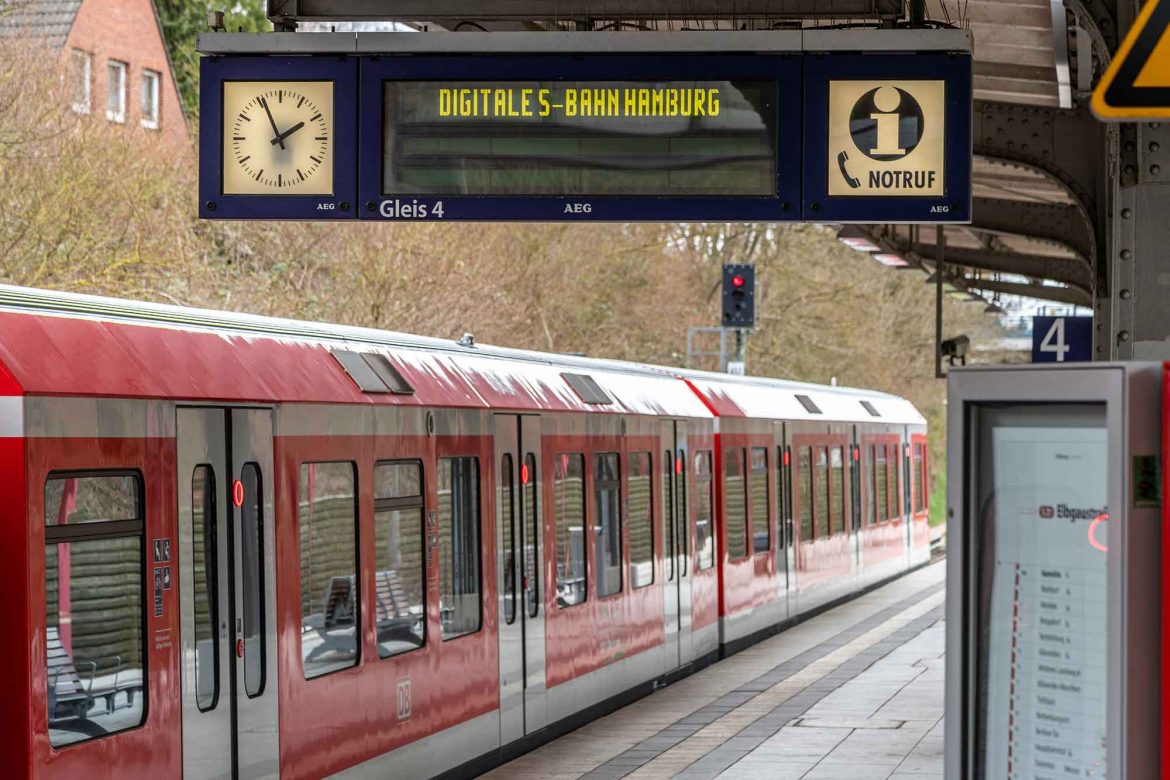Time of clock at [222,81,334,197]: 1:55
